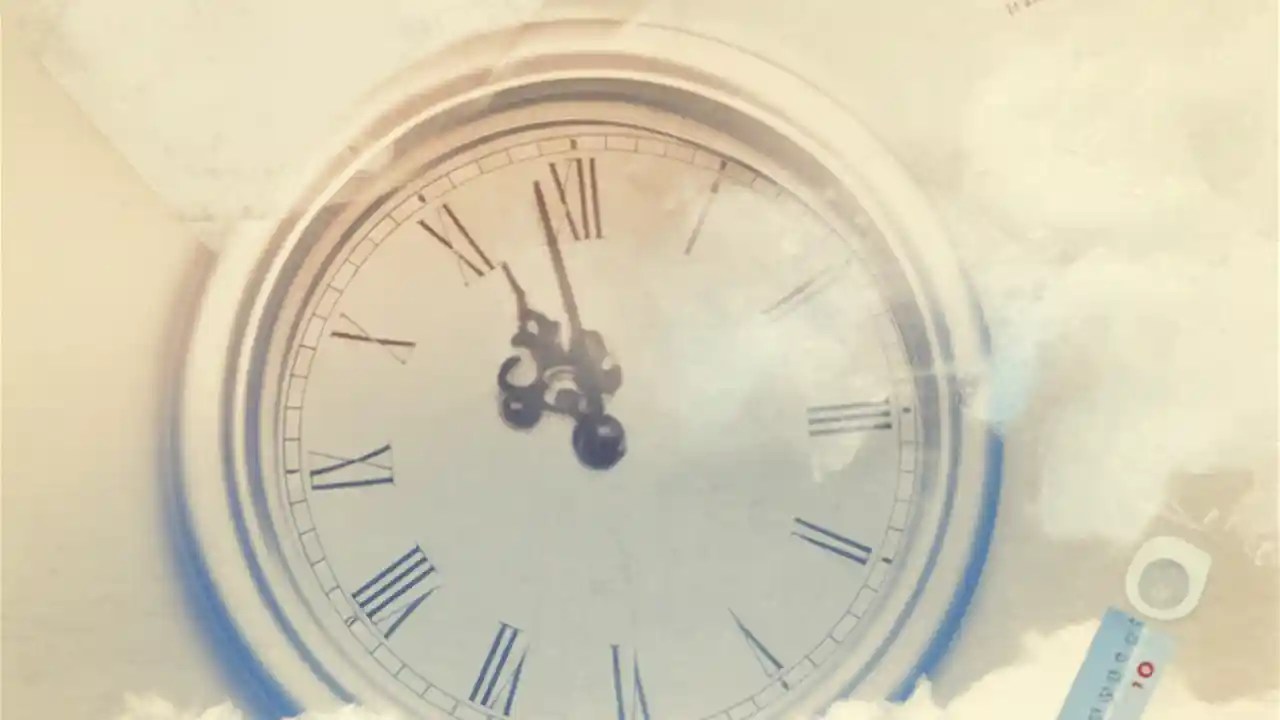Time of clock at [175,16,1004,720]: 10:58
